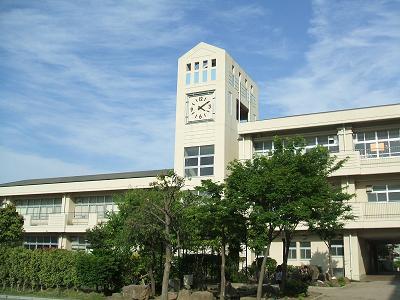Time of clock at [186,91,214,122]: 4:09
